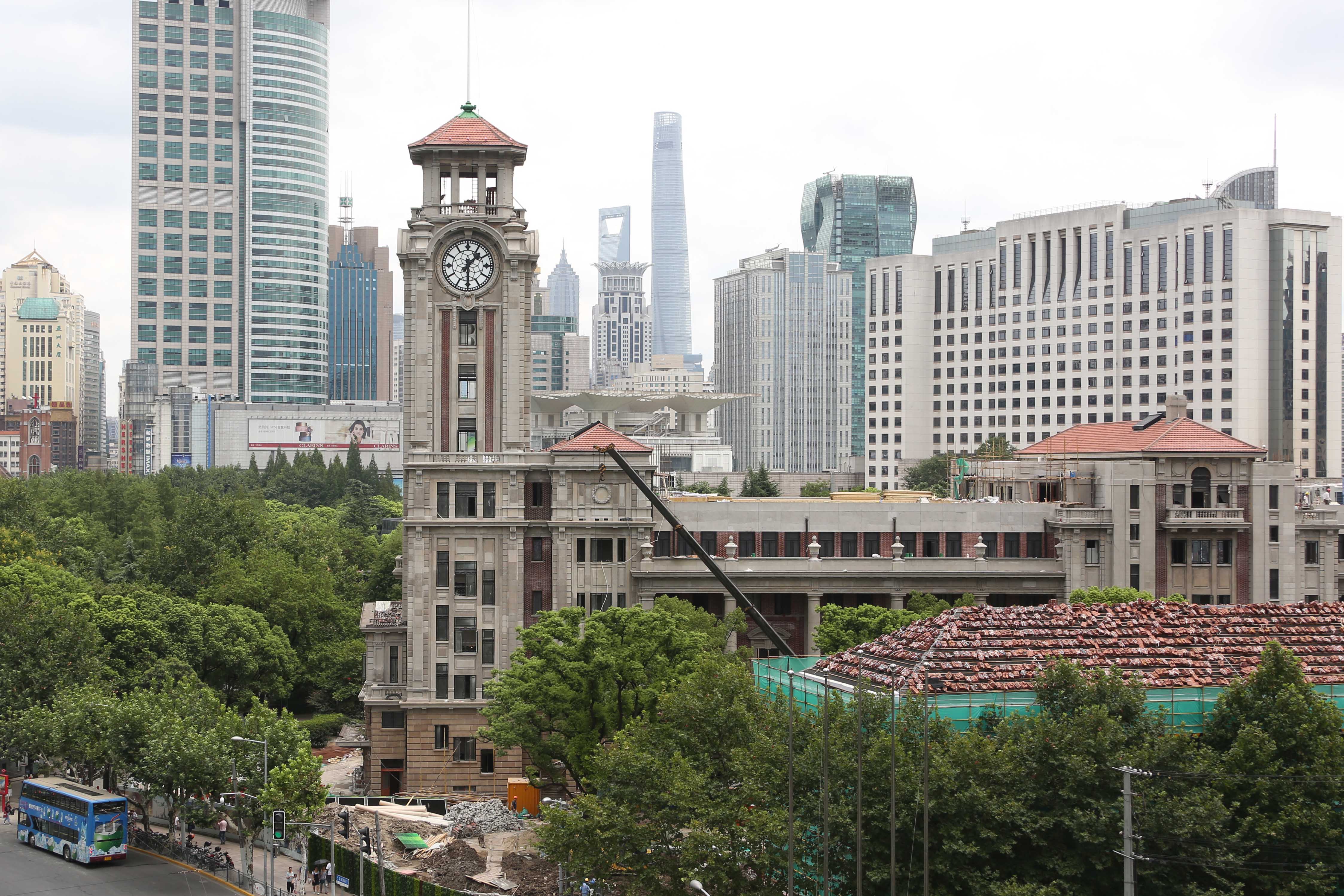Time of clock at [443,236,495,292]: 1:29
